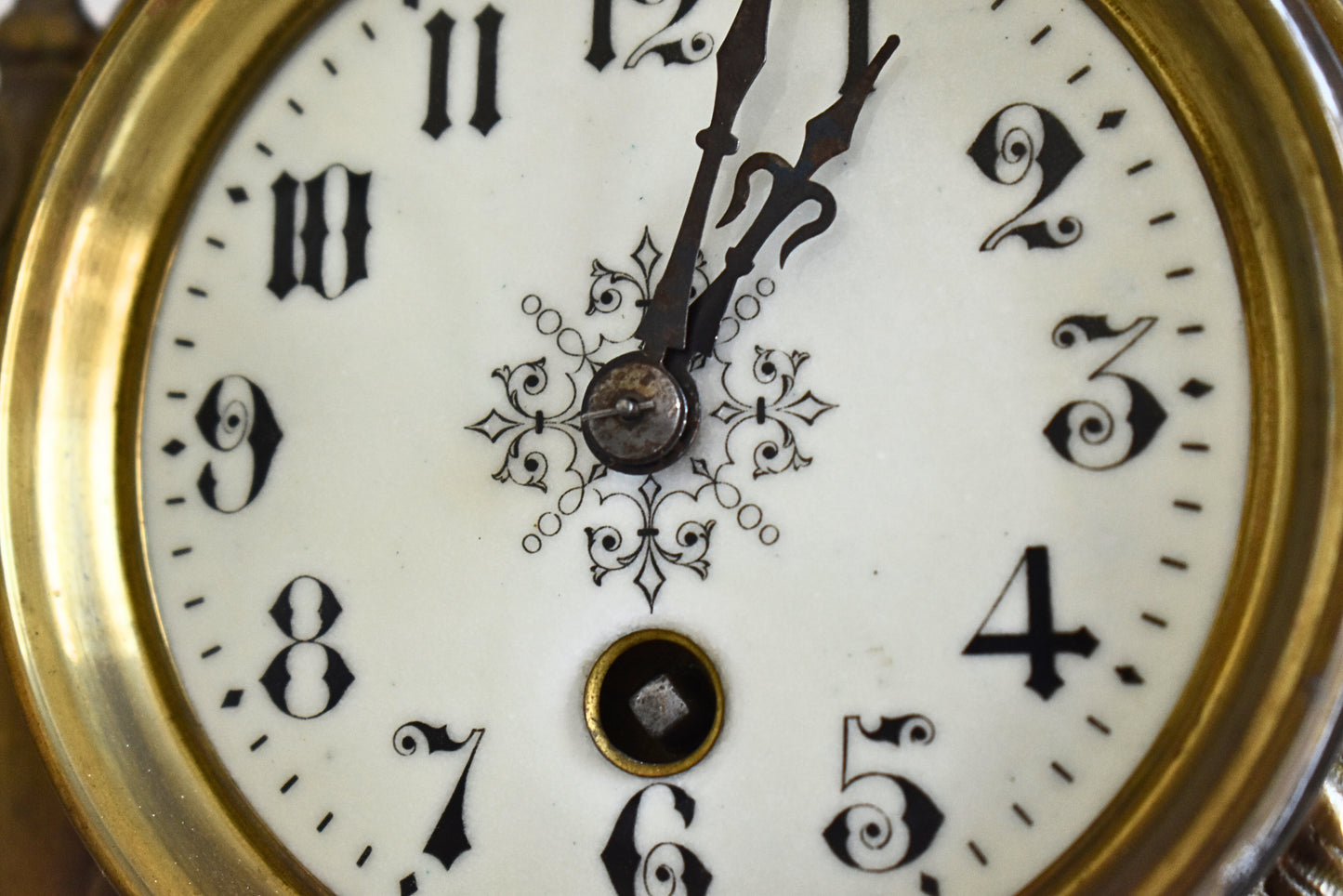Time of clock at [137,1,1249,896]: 1:02
